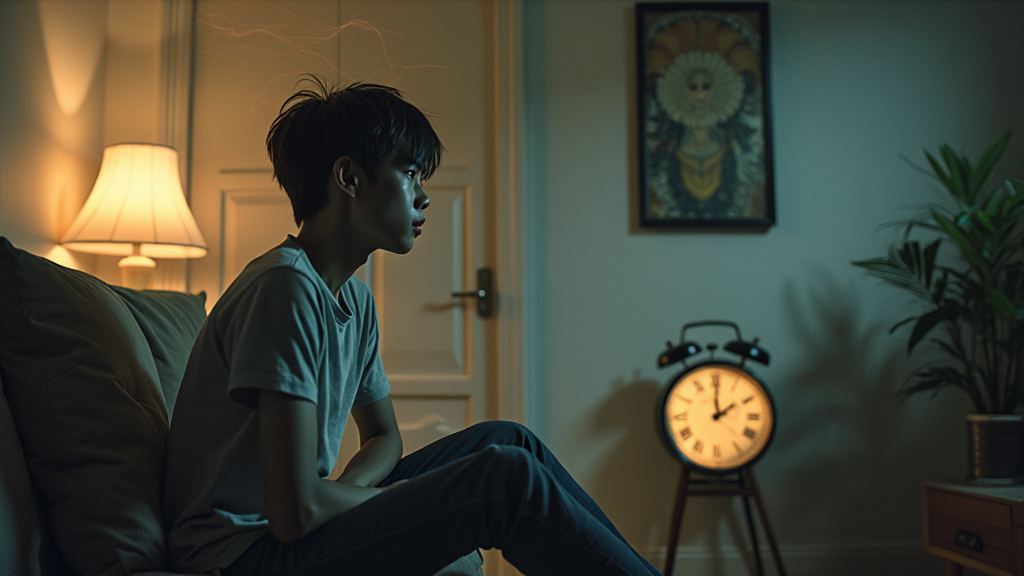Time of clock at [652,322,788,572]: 2:00
